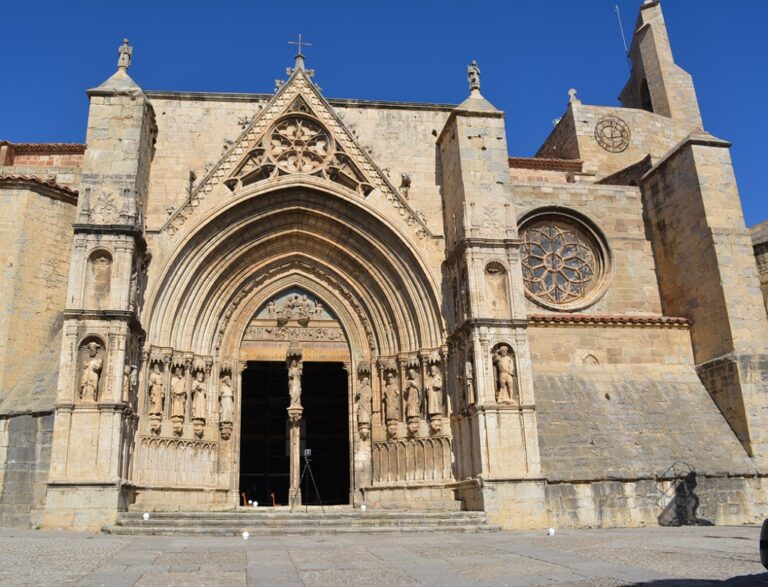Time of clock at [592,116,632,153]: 12:13
